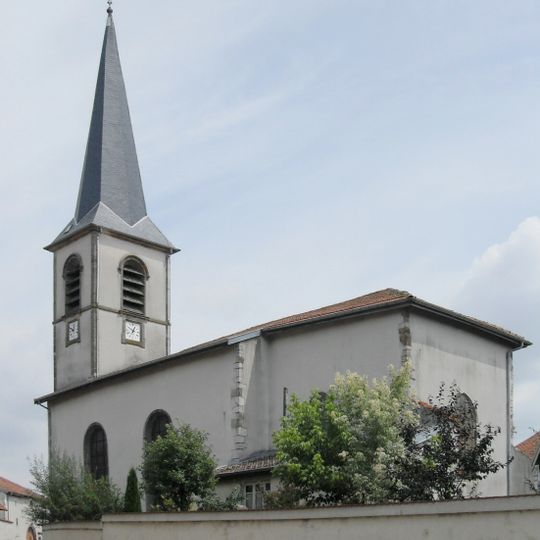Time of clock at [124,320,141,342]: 12:49
